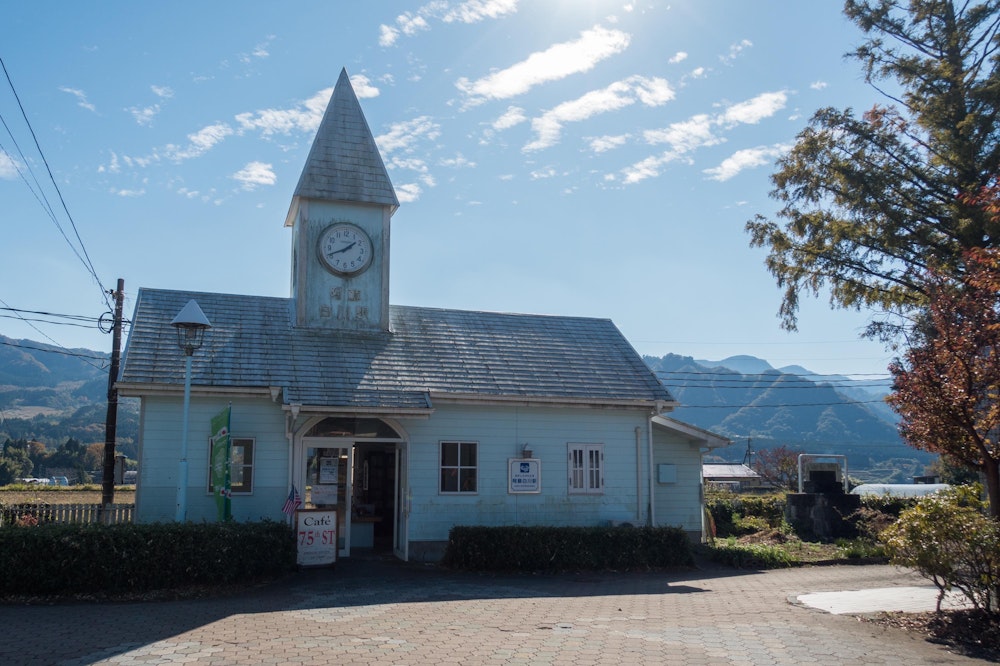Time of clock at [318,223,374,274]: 1:41
